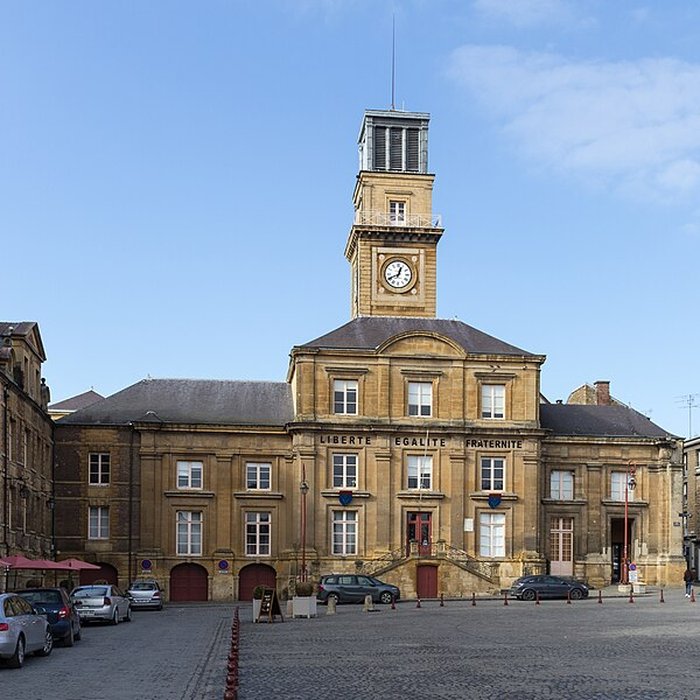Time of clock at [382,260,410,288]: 12:40
